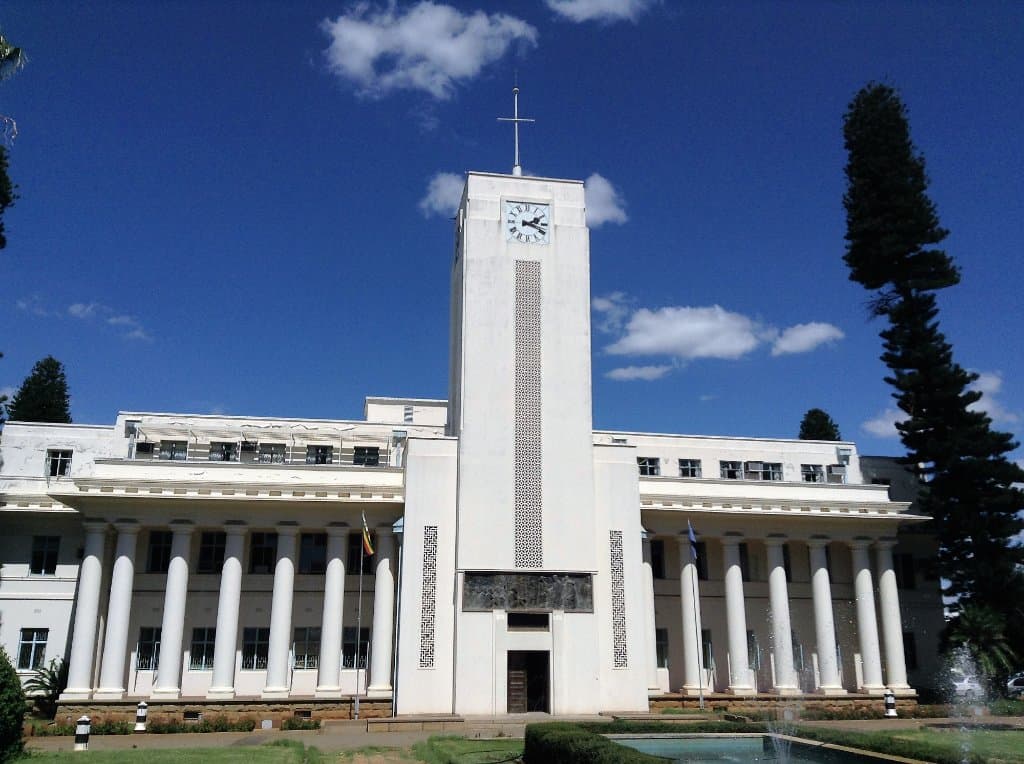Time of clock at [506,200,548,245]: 2:18
